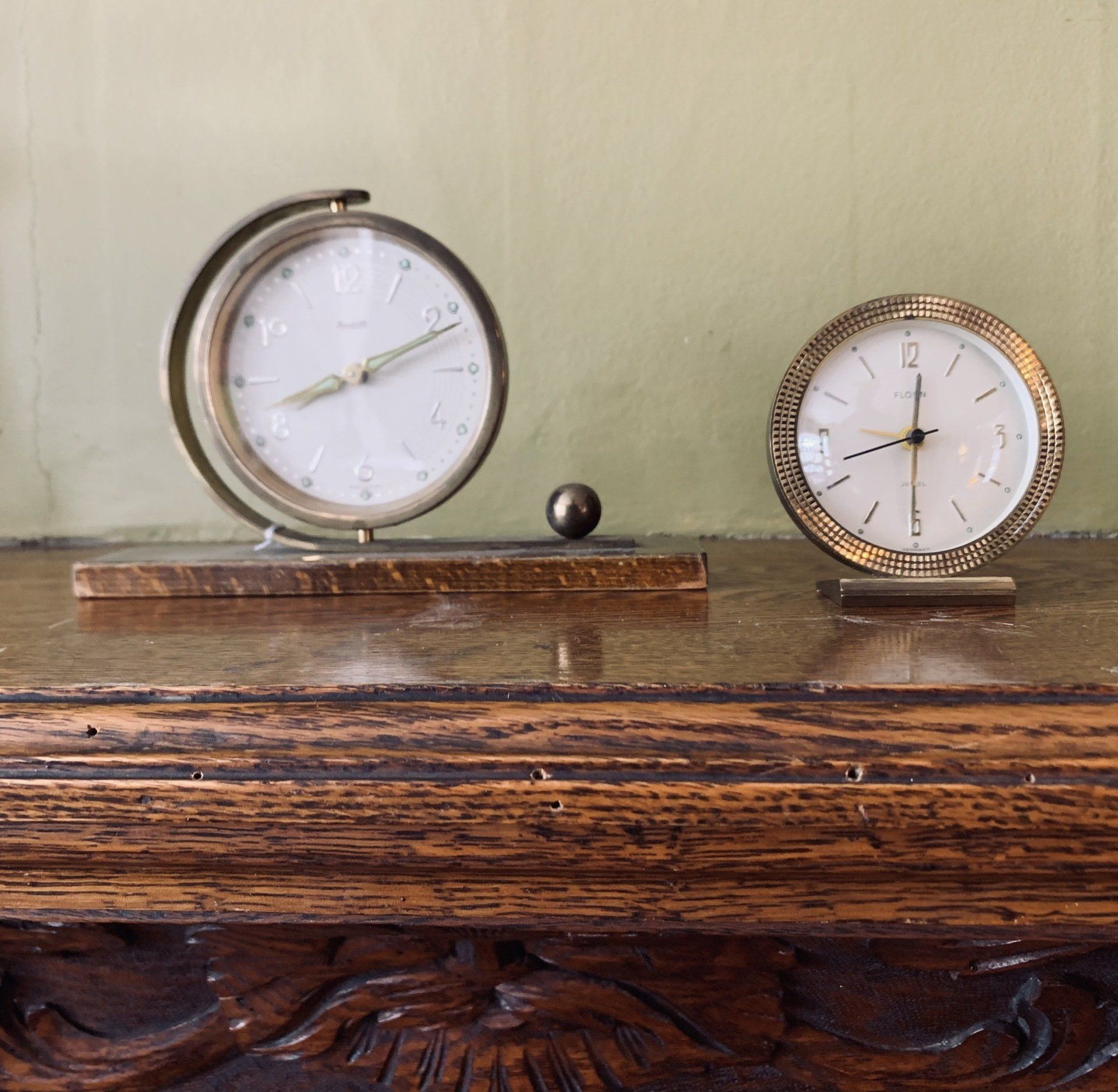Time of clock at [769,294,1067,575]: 8:30
